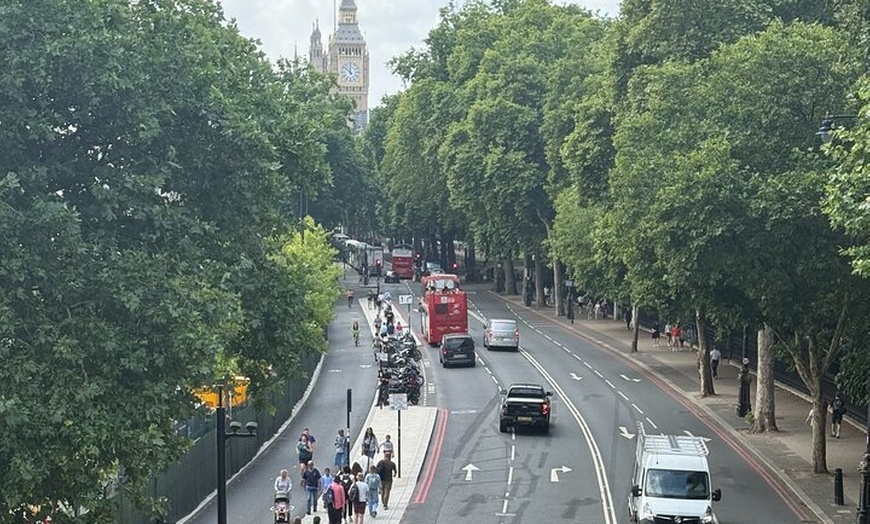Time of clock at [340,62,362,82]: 11:51
